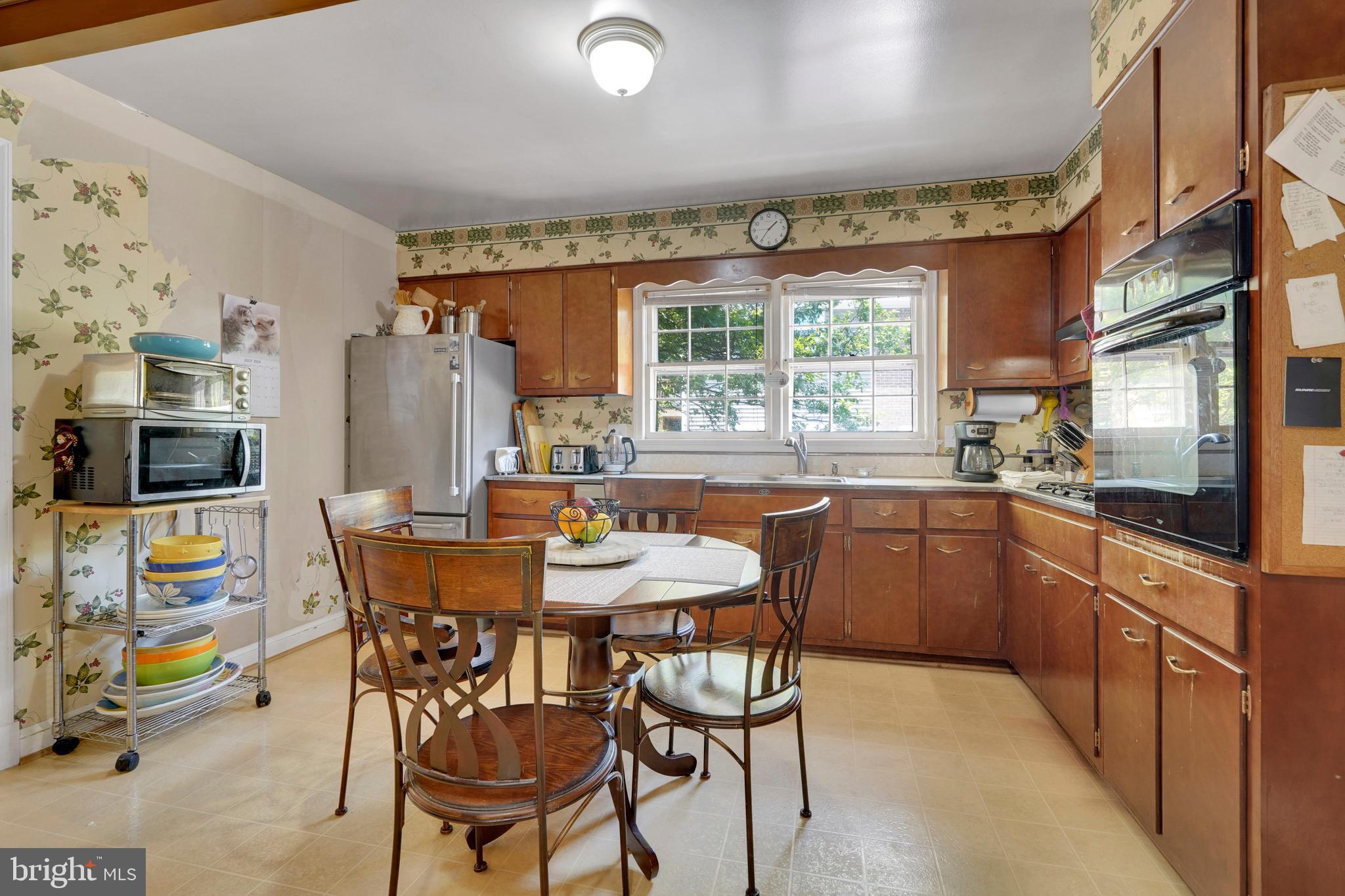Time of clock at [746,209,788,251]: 1:36
